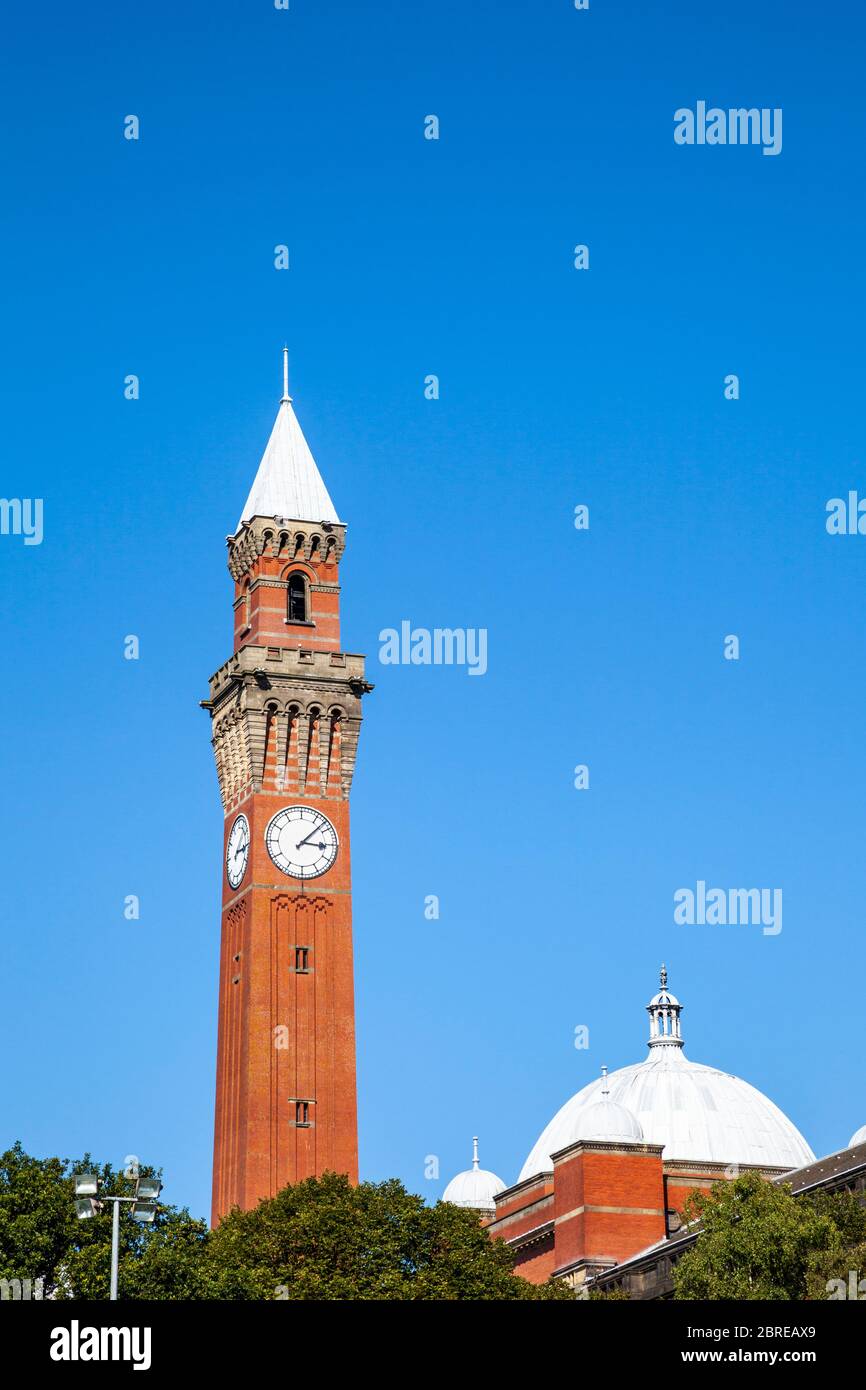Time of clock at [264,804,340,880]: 3:07
